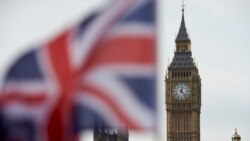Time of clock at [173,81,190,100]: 12:23
